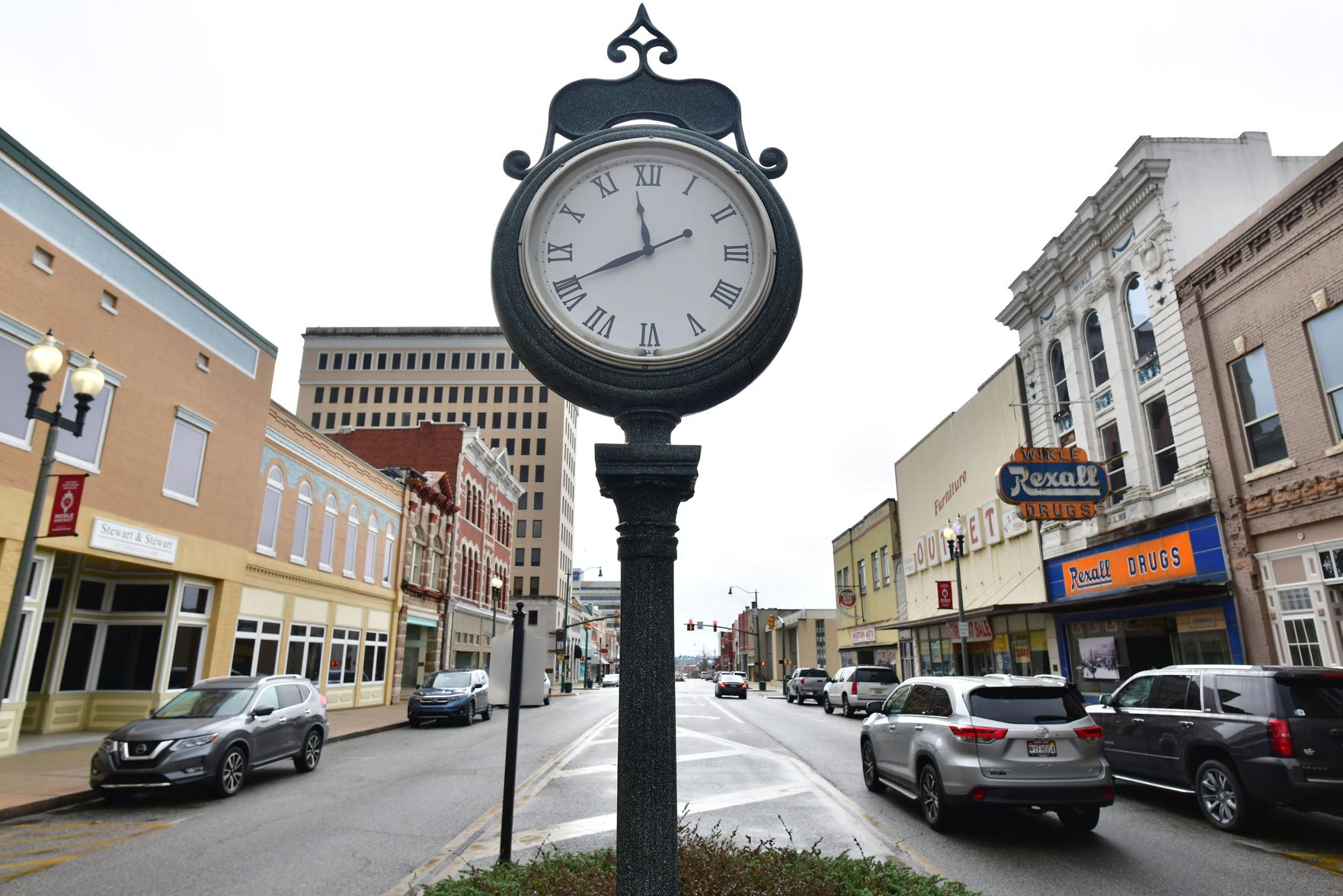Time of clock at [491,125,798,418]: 11:40
